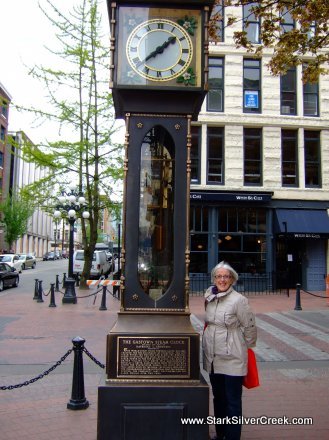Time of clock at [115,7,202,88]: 1:38
